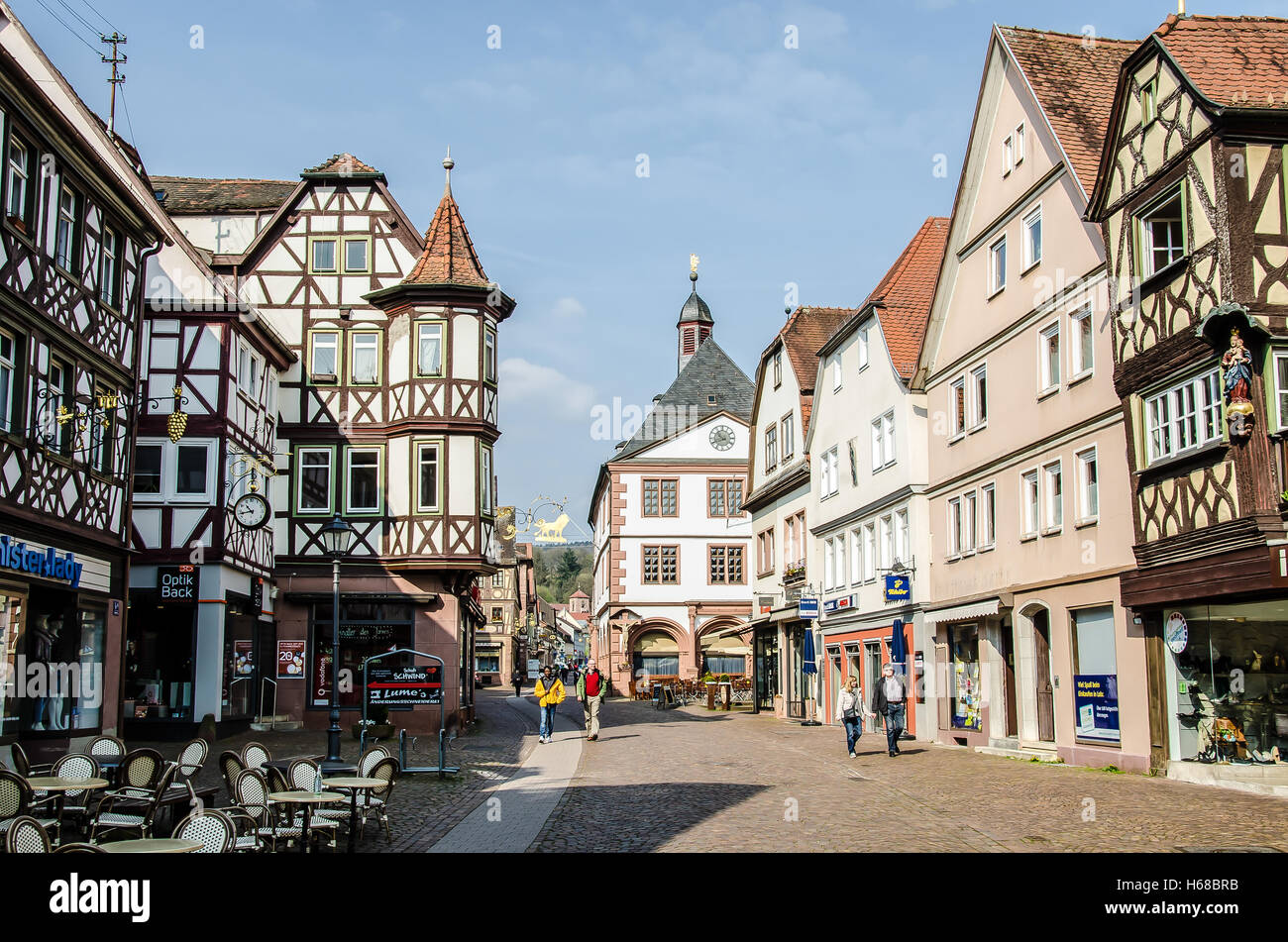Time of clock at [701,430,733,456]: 10:41
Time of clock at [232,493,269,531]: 10:43
